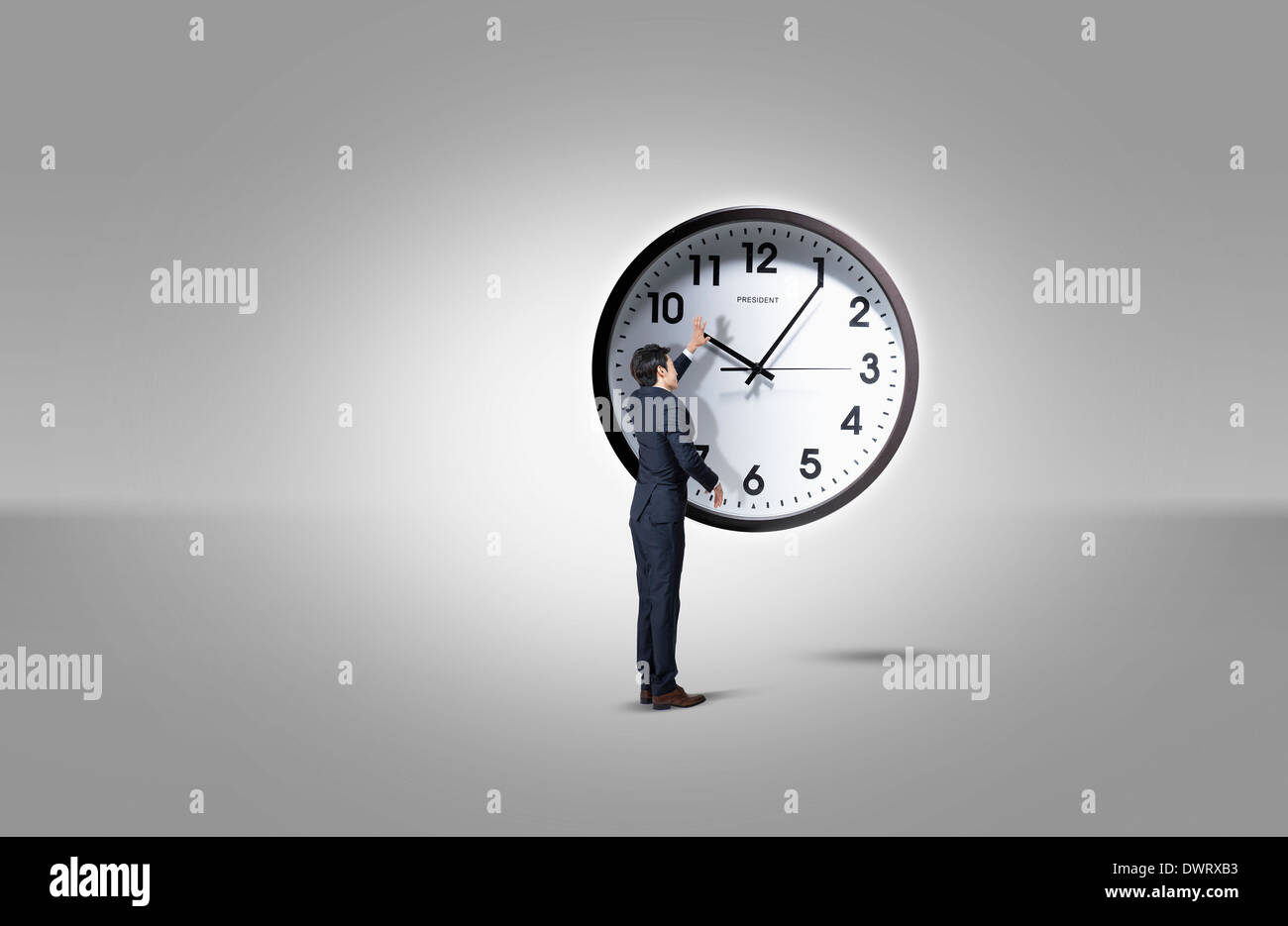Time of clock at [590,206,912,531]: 10:05
